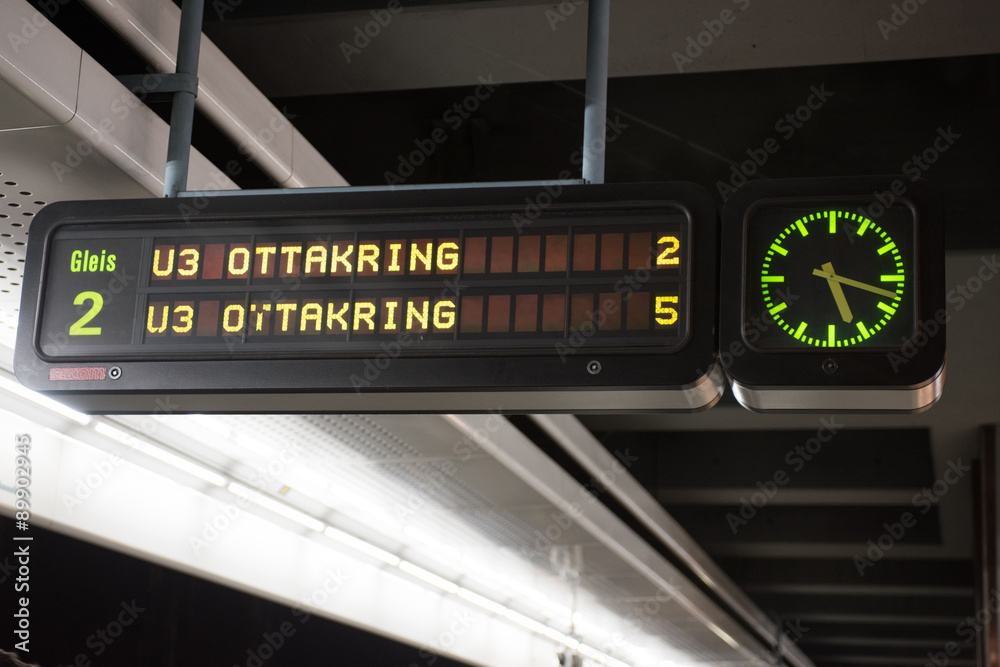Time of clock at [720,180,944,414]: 5:18
